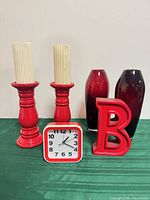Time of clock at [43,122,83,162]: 1:18
